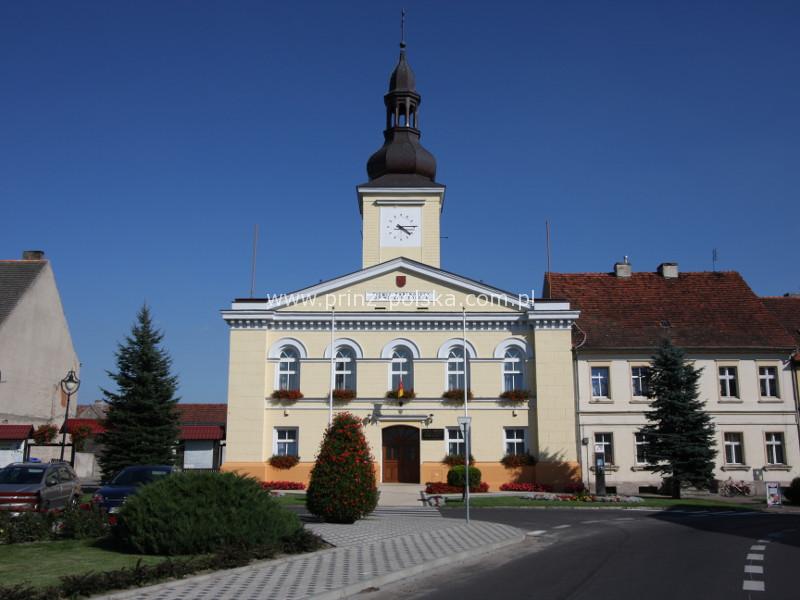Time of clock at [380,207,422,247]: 4:14
